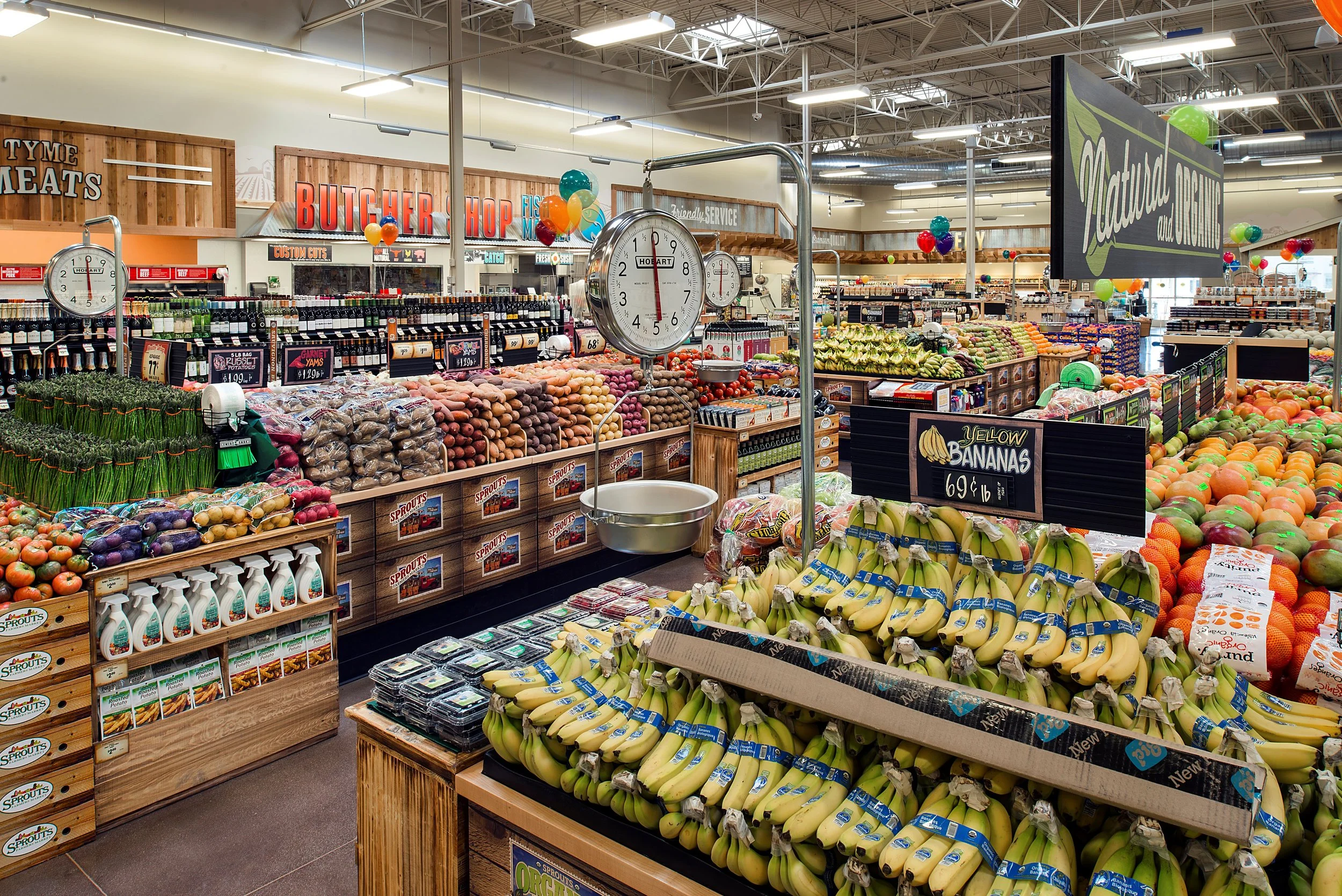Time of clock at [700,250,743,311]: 6:00
